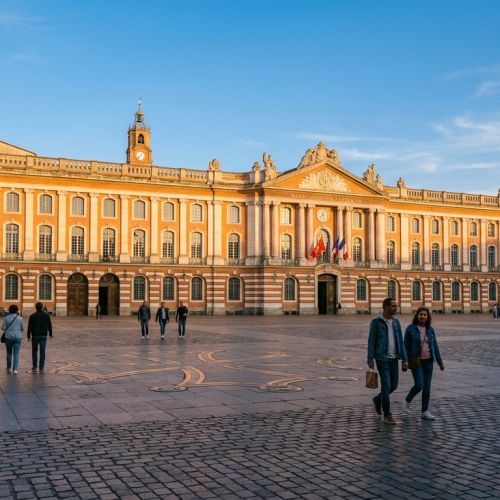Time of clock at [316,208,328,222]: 7:28
